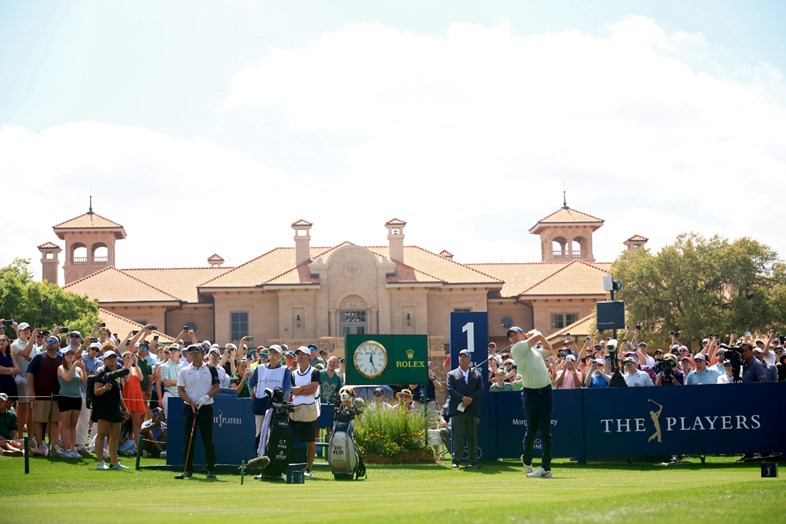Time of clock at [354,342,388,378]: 12:26
